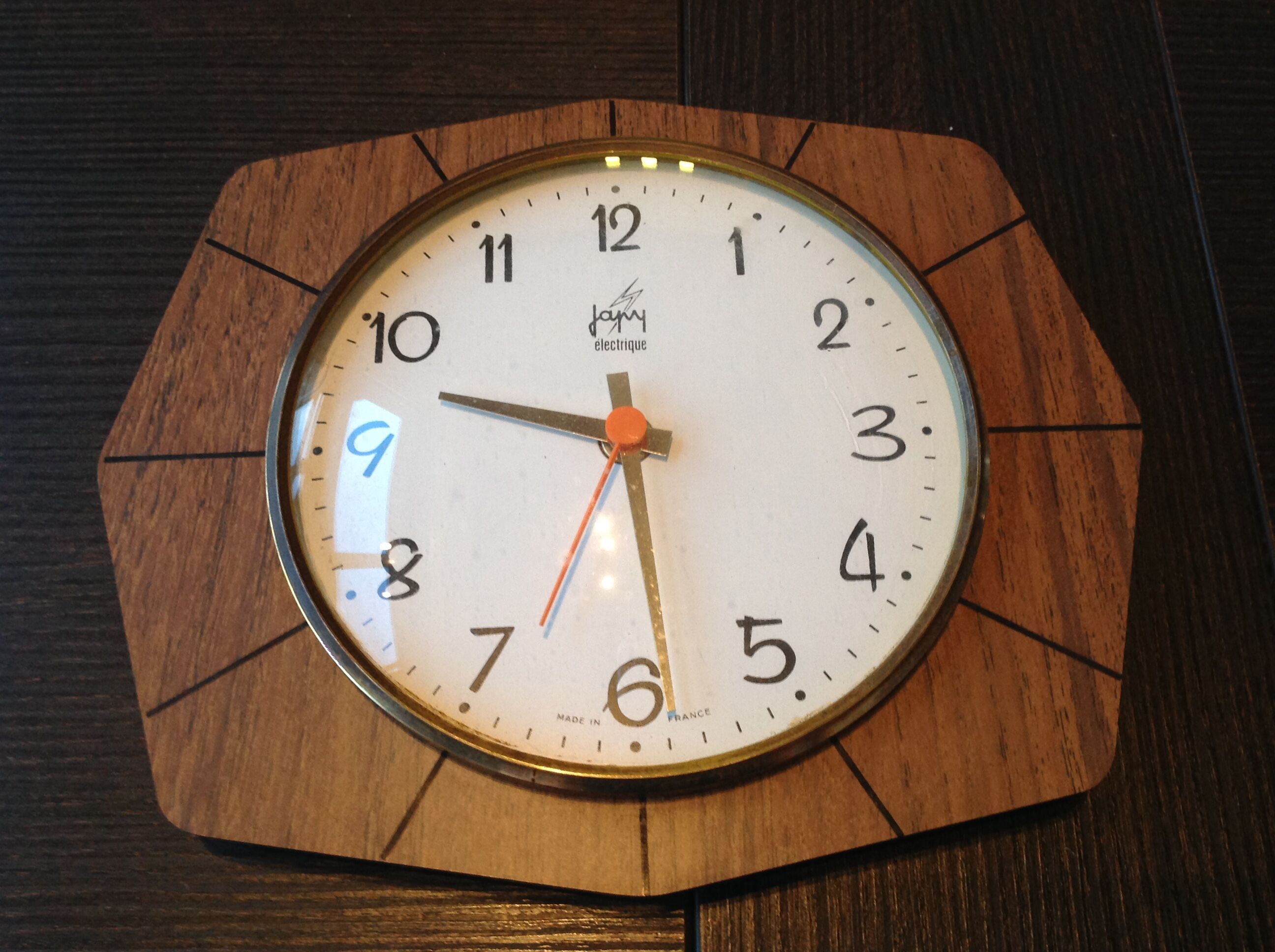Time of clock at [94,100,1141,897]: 9:28
